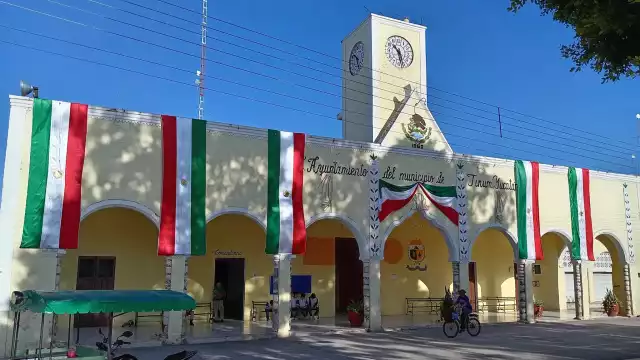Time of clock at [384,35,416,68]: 10:28
